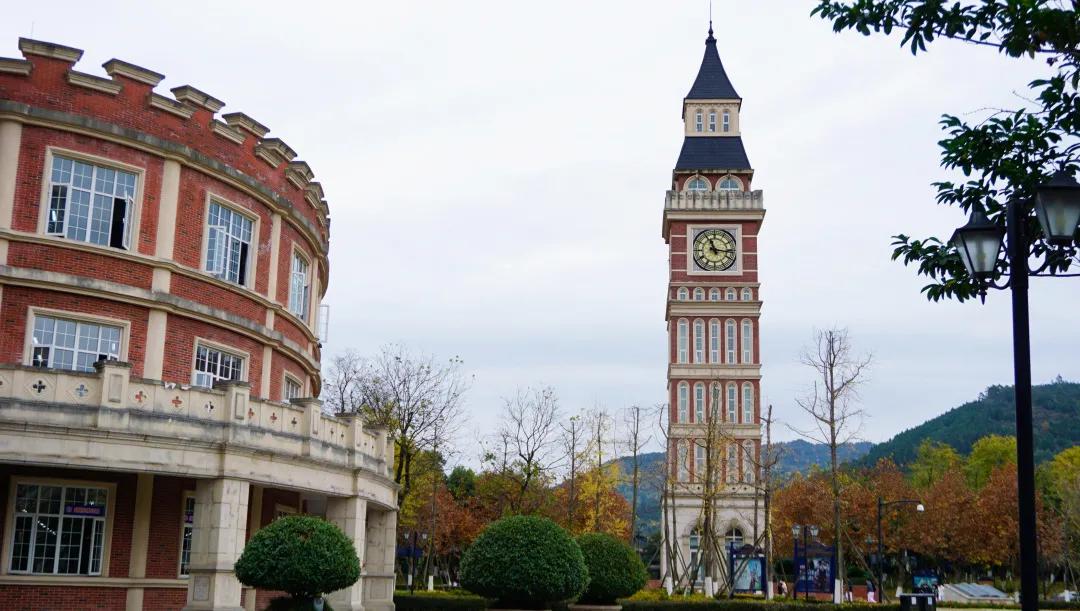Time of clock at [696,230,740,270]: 11:16
